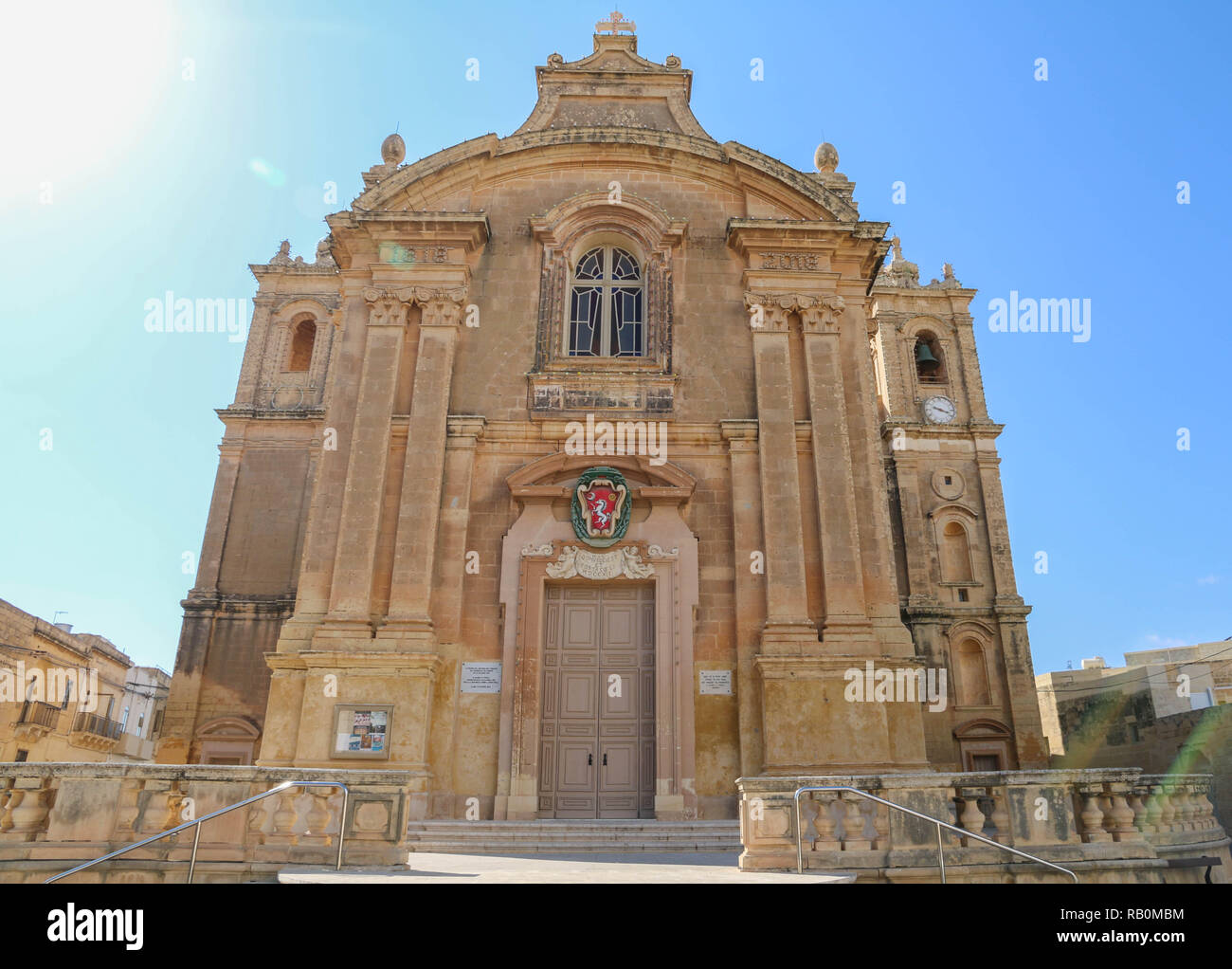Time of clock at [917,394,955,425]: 9:17
